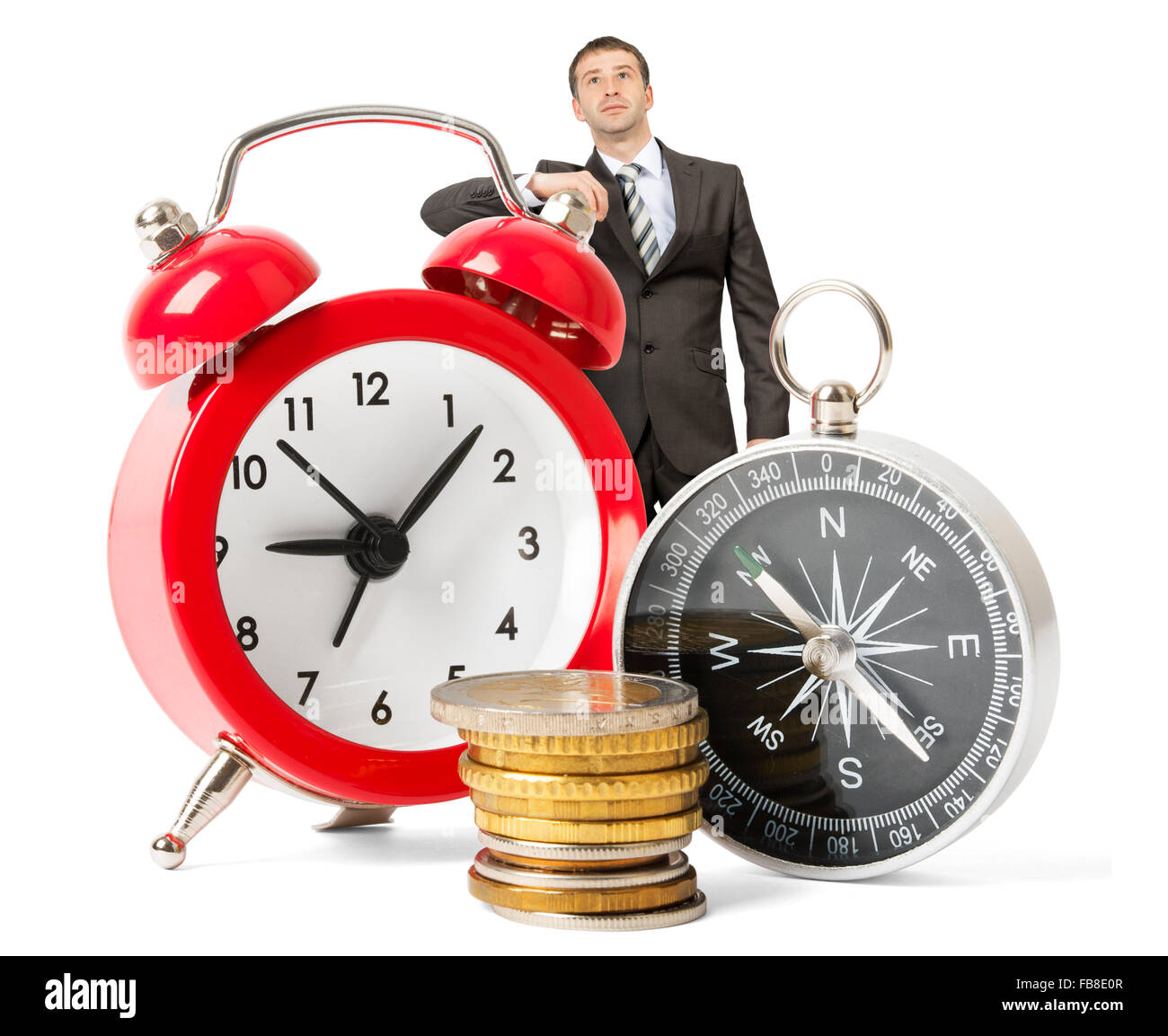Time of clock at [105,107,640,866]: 9:07
